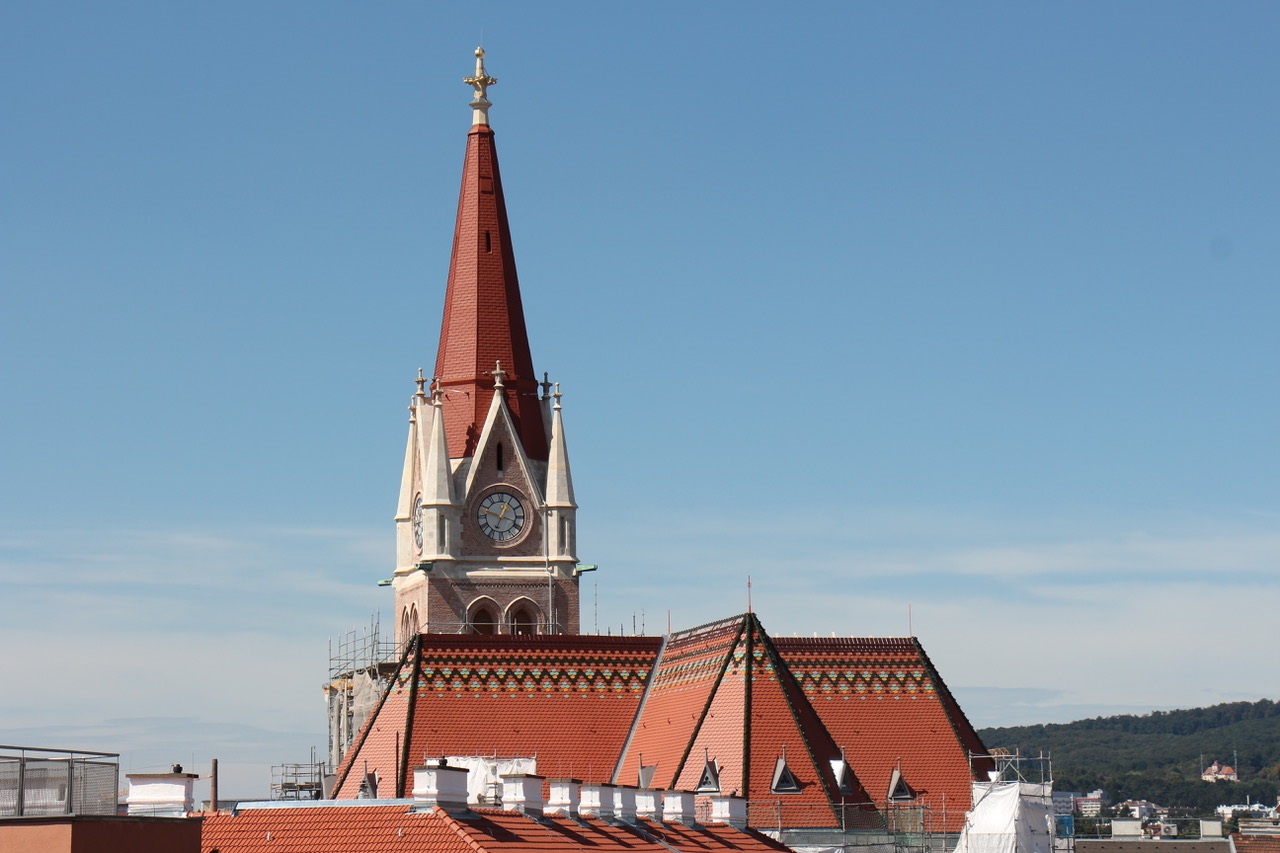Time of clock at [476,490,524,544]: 12:48
